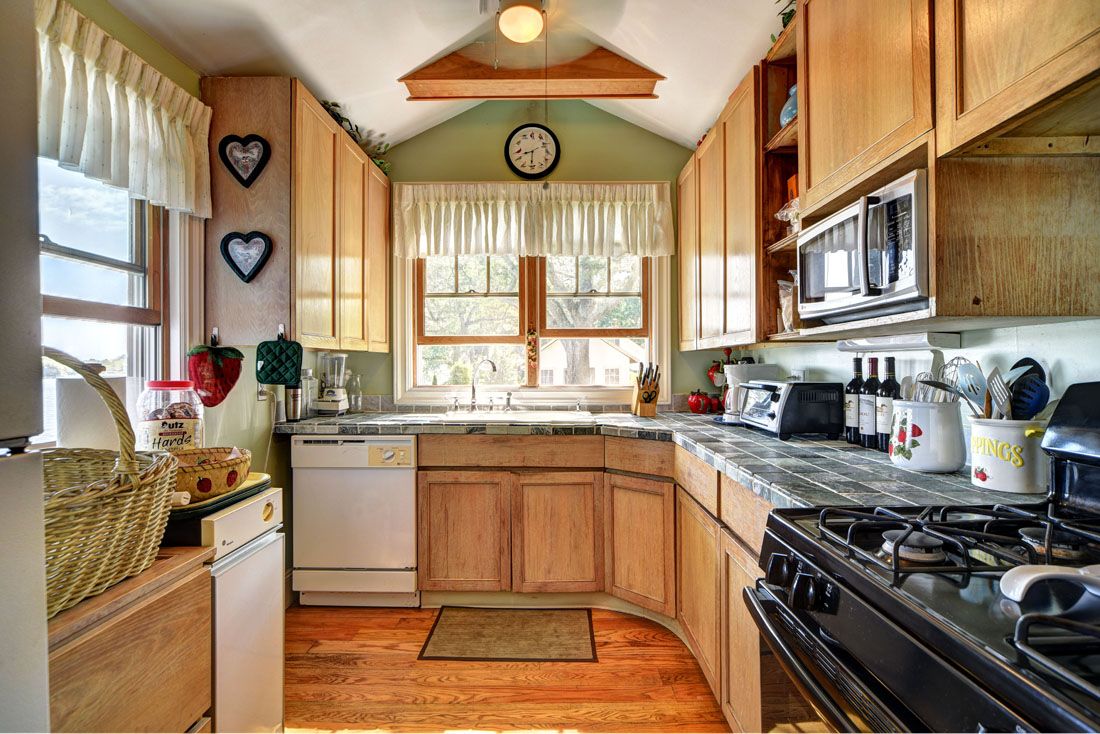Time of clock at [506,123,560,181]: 8:30
